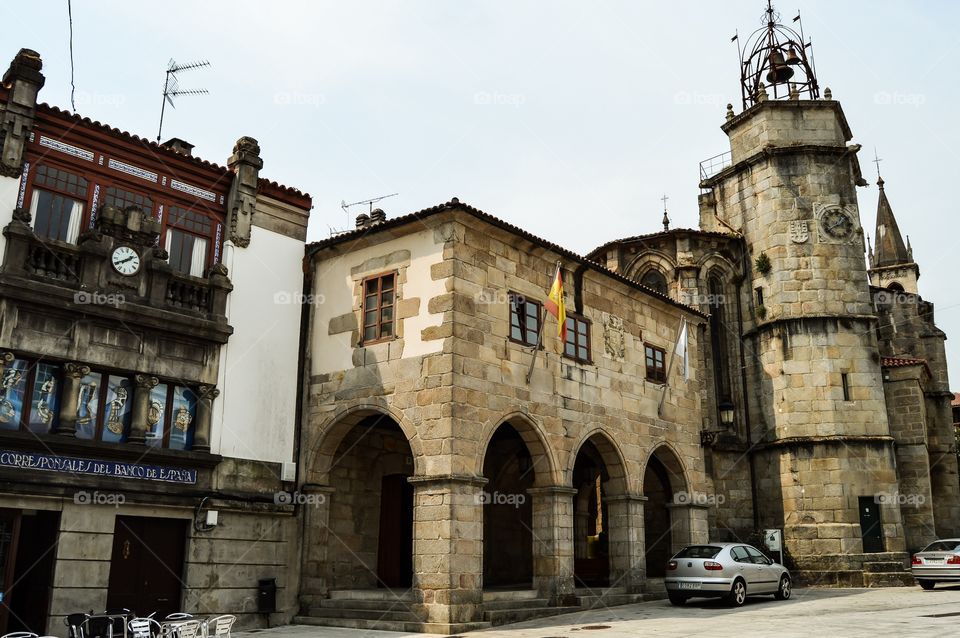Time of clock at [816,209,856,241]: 1:39
